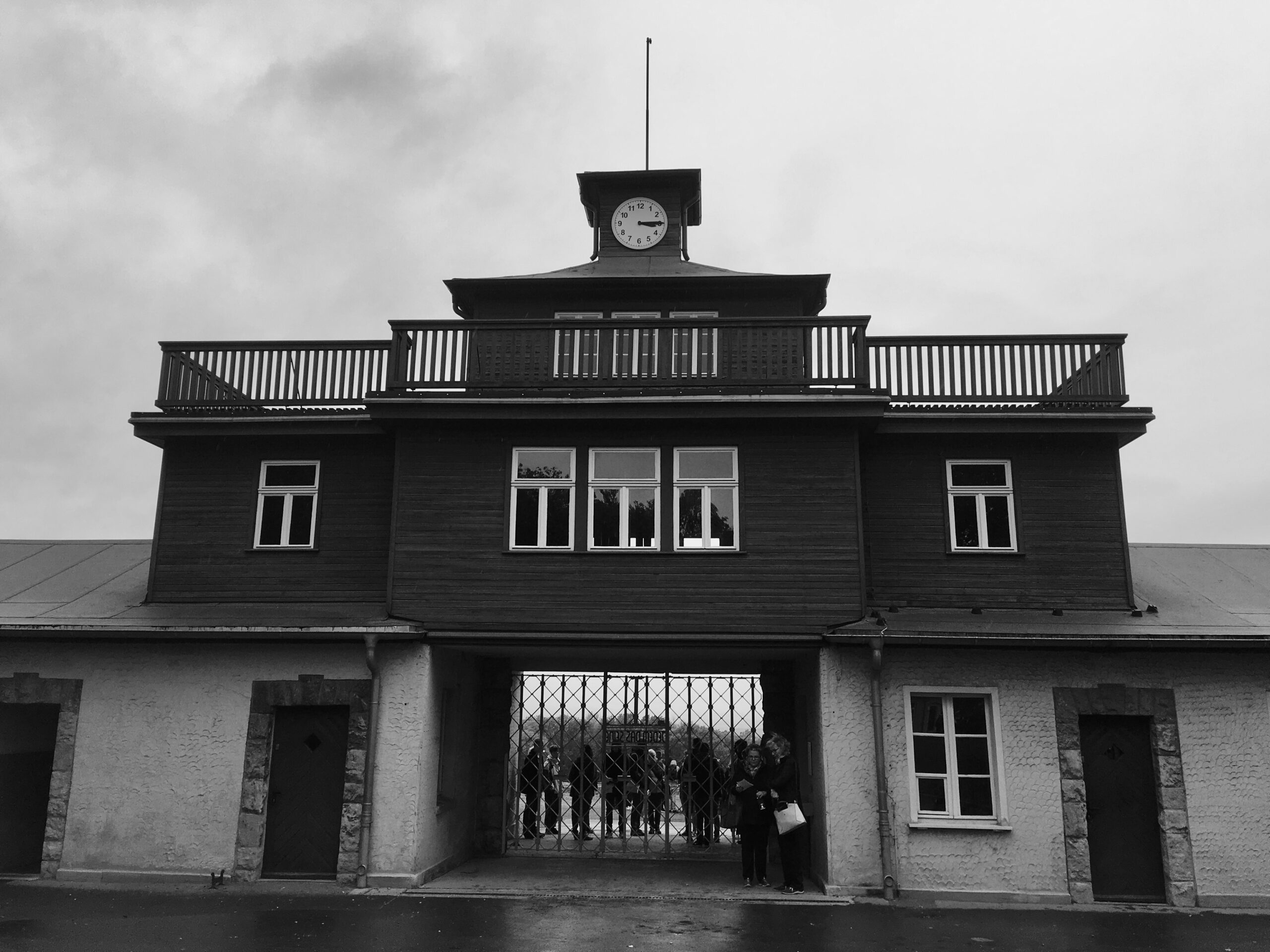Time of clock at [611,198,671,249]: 3:14
